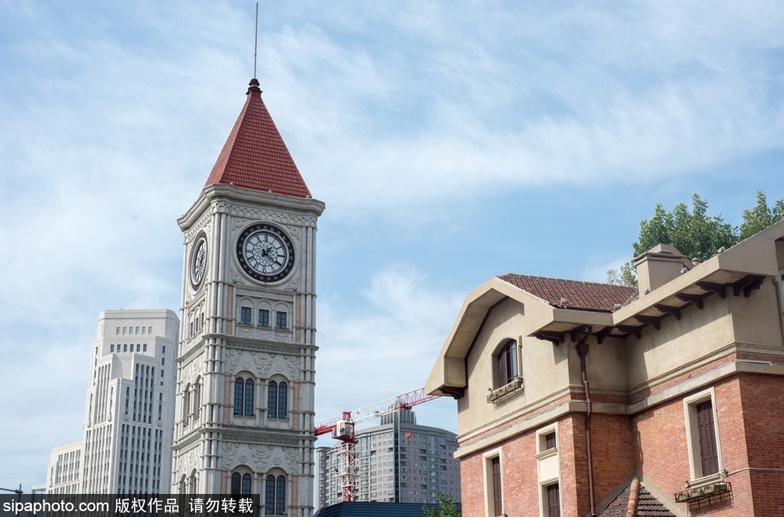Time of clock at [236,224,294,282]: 1:20
